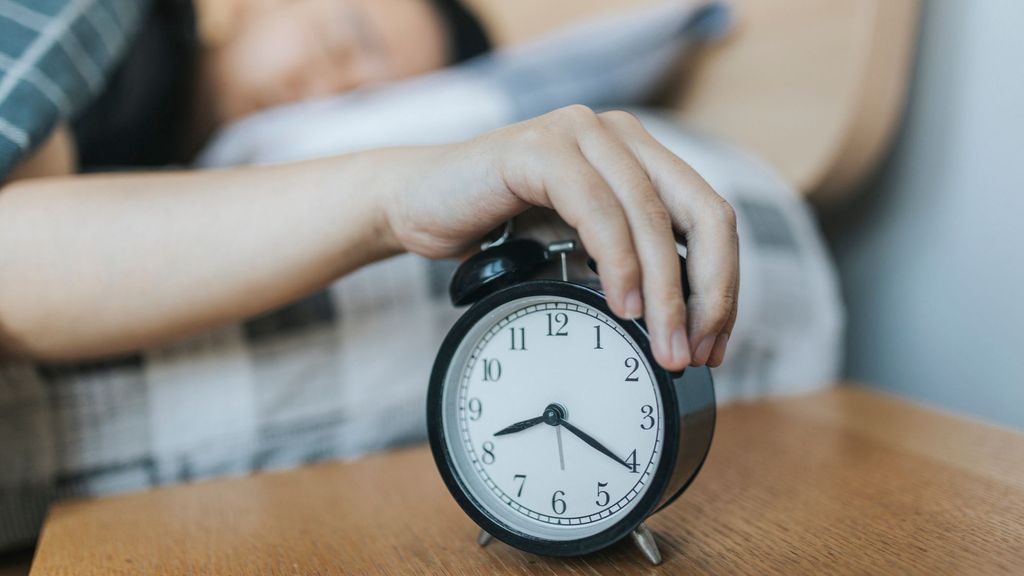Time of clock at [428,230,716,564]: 8:20
